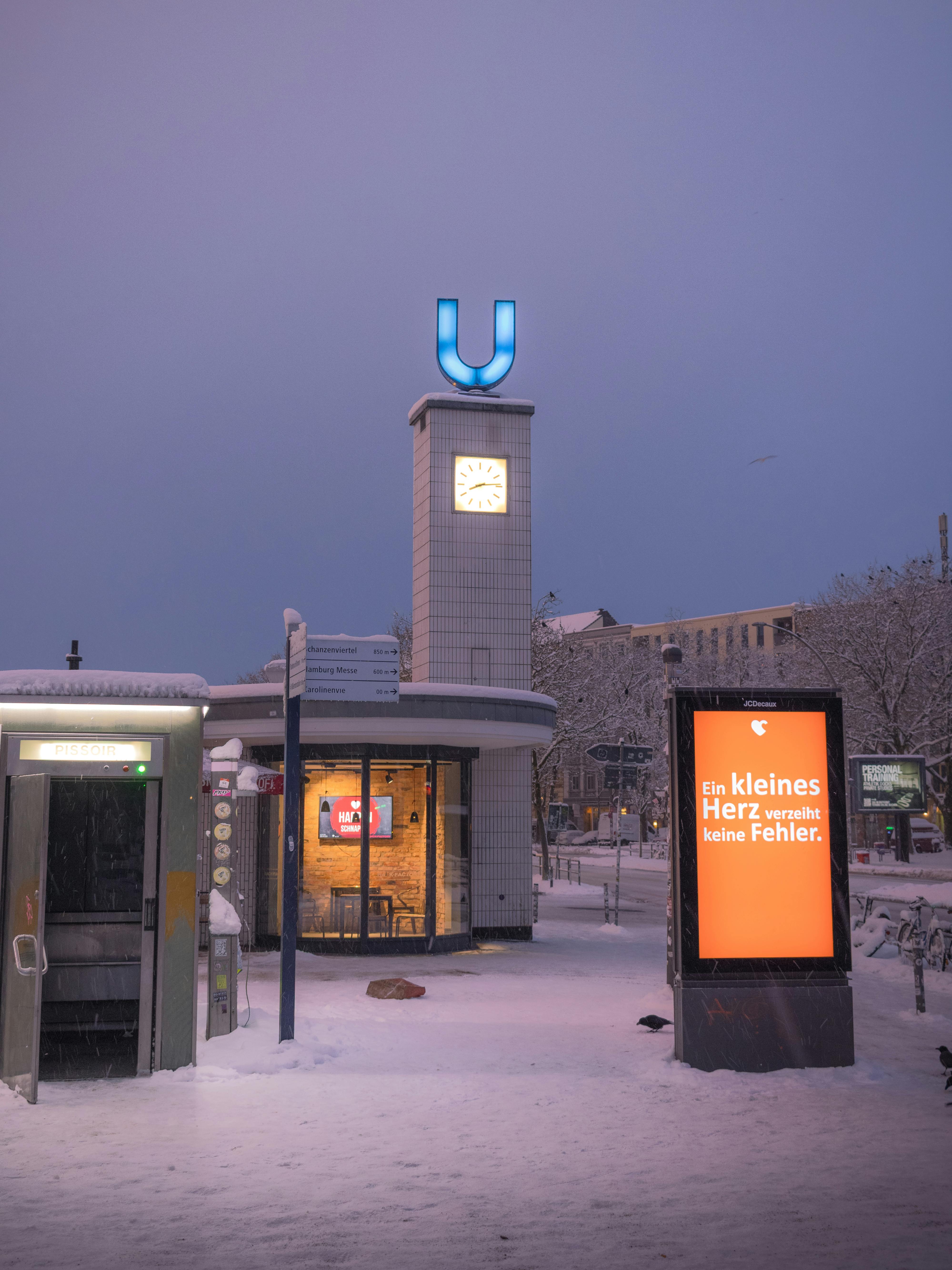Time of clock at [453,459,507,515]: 8:14
